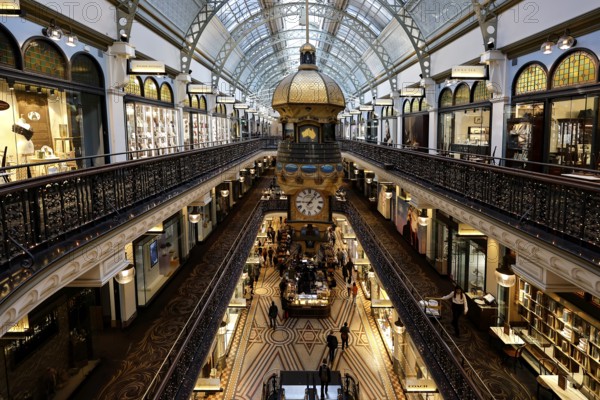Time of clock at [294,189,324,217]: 9:06
